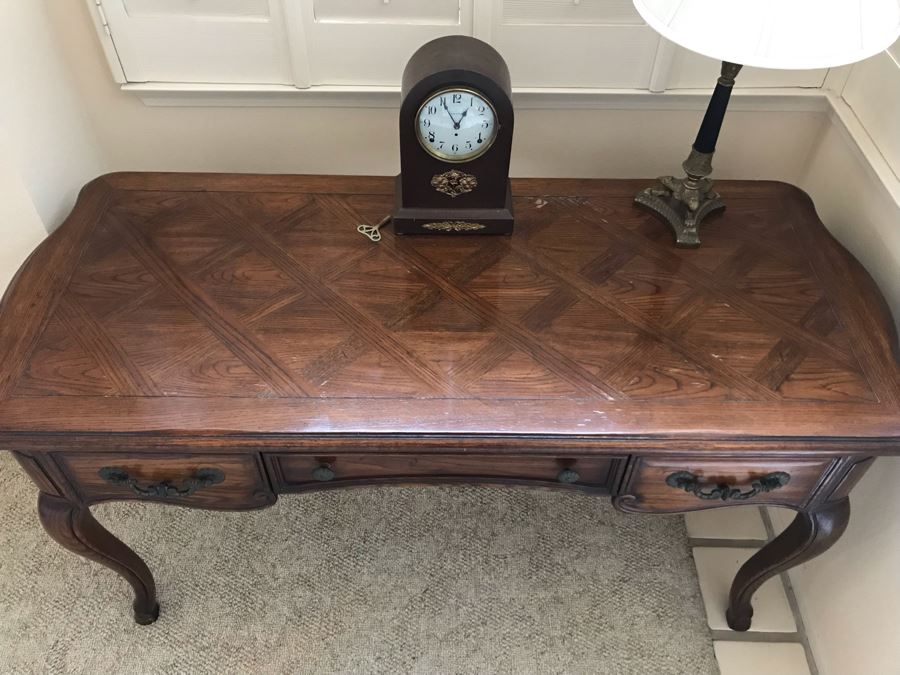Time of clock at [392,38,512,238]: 12:55
